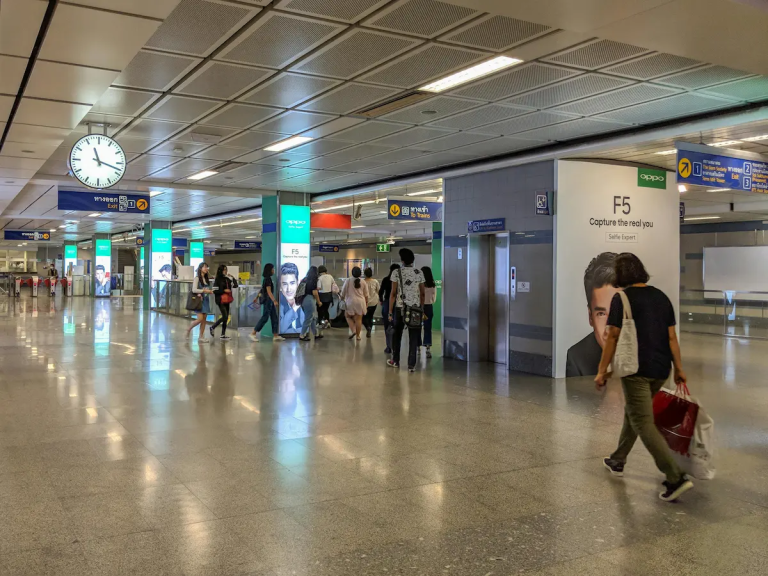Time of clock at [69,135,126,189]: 11:18
